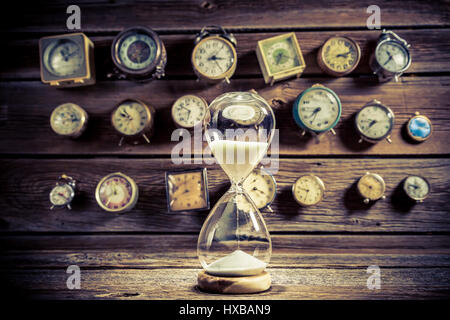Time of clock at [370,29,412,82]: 10:36
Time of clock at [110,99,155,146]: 9:53
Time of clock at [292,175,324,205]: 9:34
